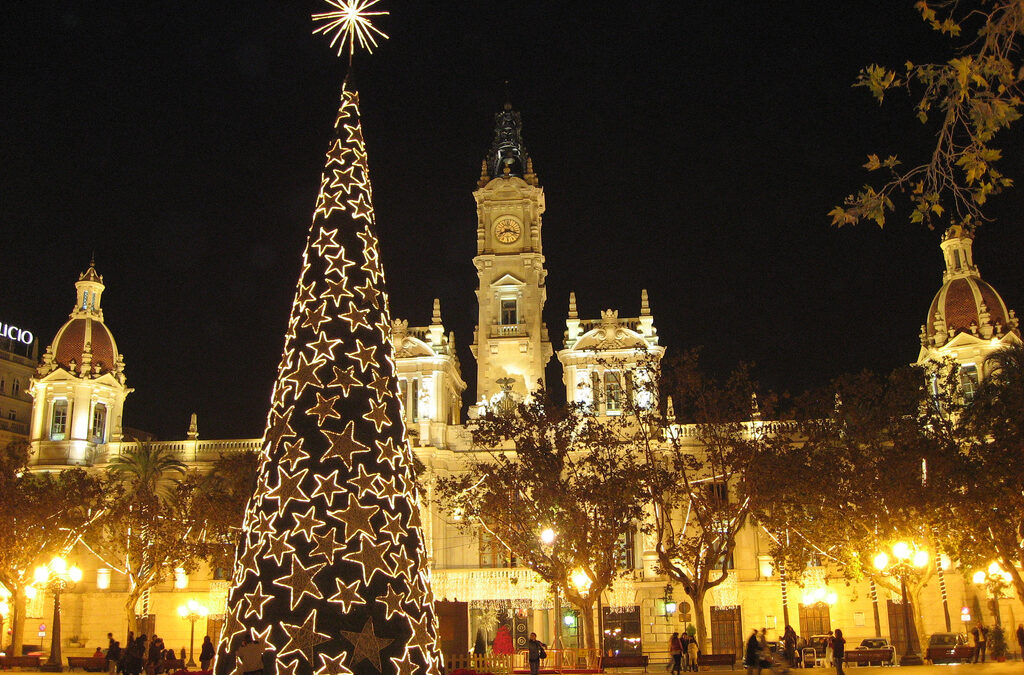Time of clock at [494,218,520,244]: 8:17
